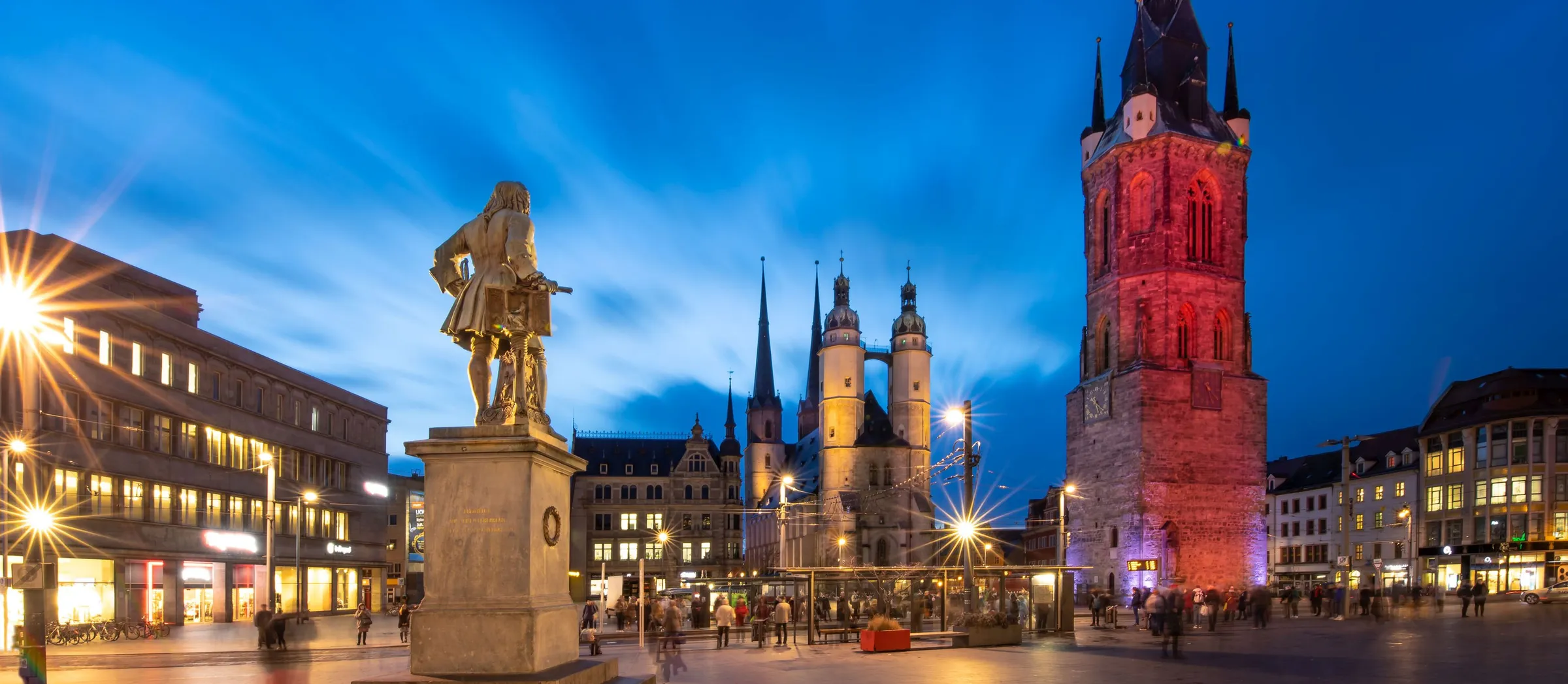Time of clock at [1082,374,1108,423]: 5:21
